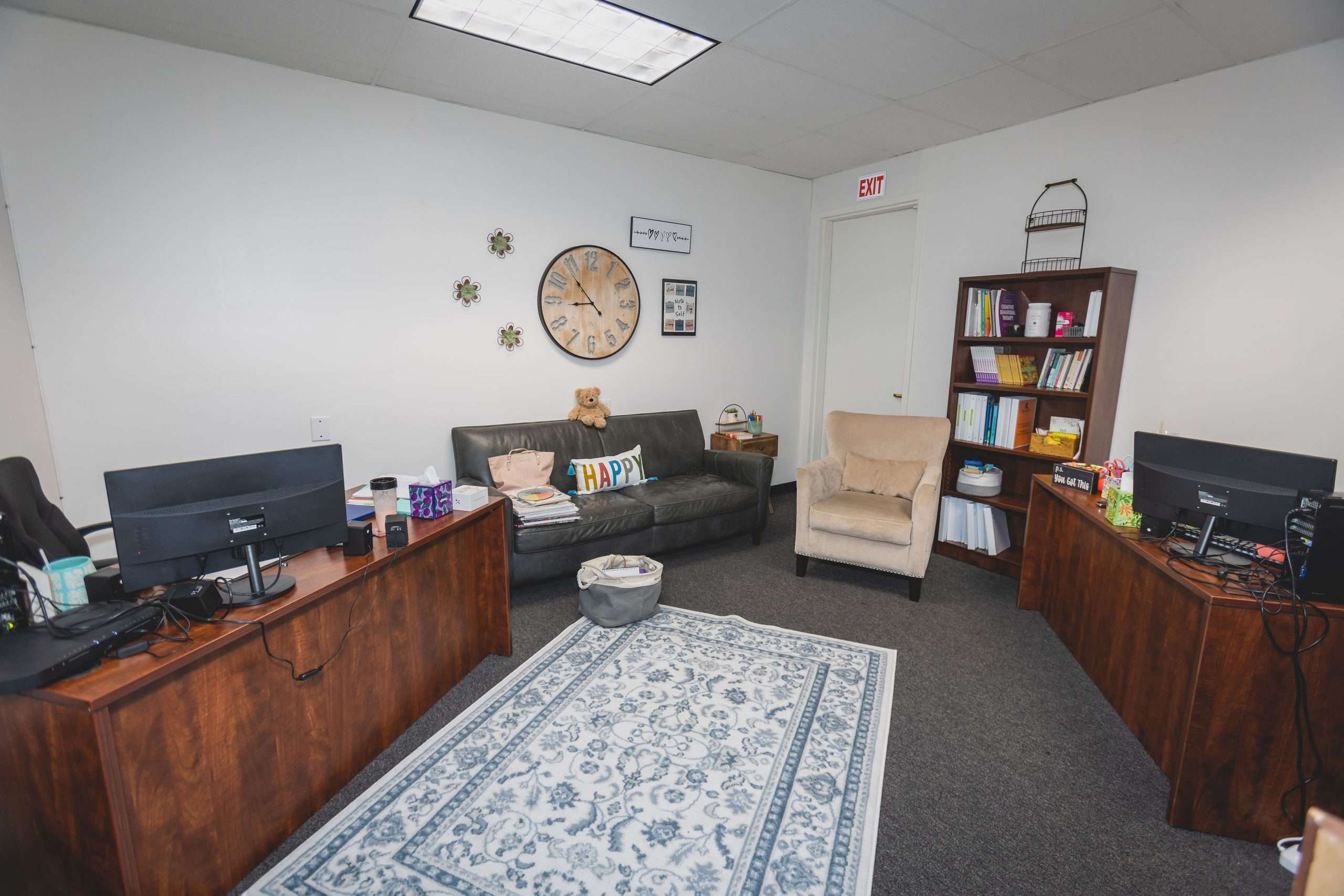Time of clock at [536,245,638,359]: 8:53
